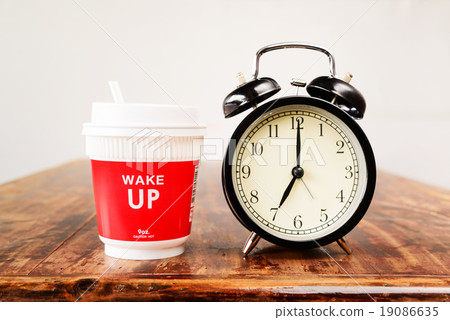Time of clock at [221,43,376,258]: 7:00
